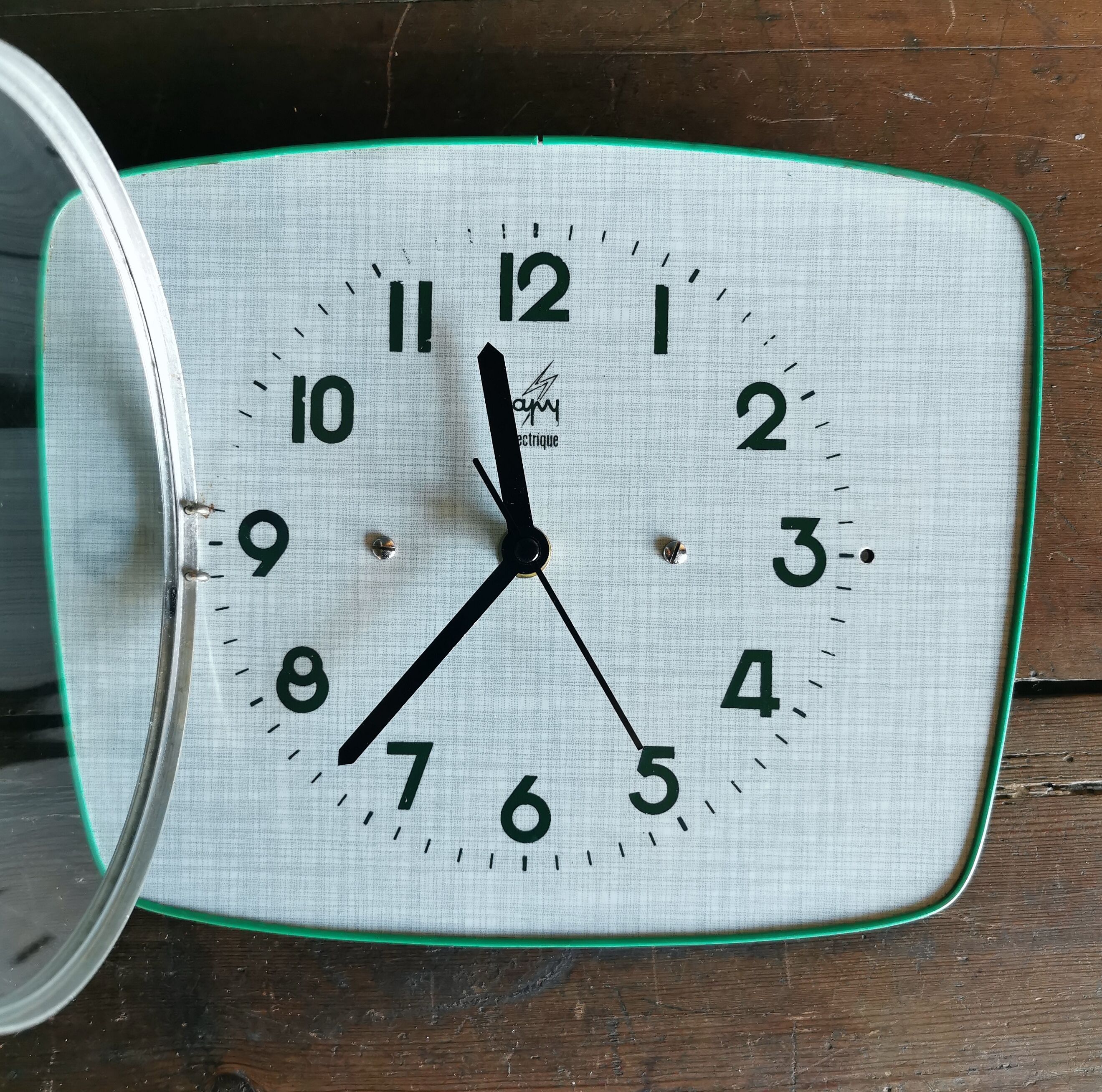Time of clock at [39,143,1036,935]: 11:37
